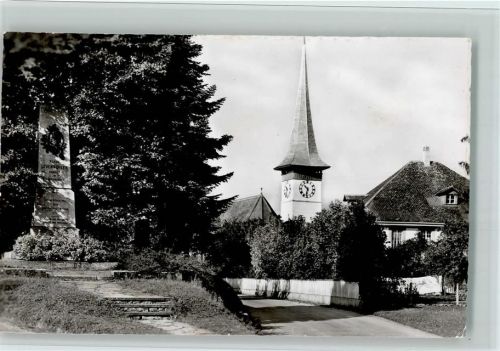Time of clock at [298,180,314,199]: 10:32
